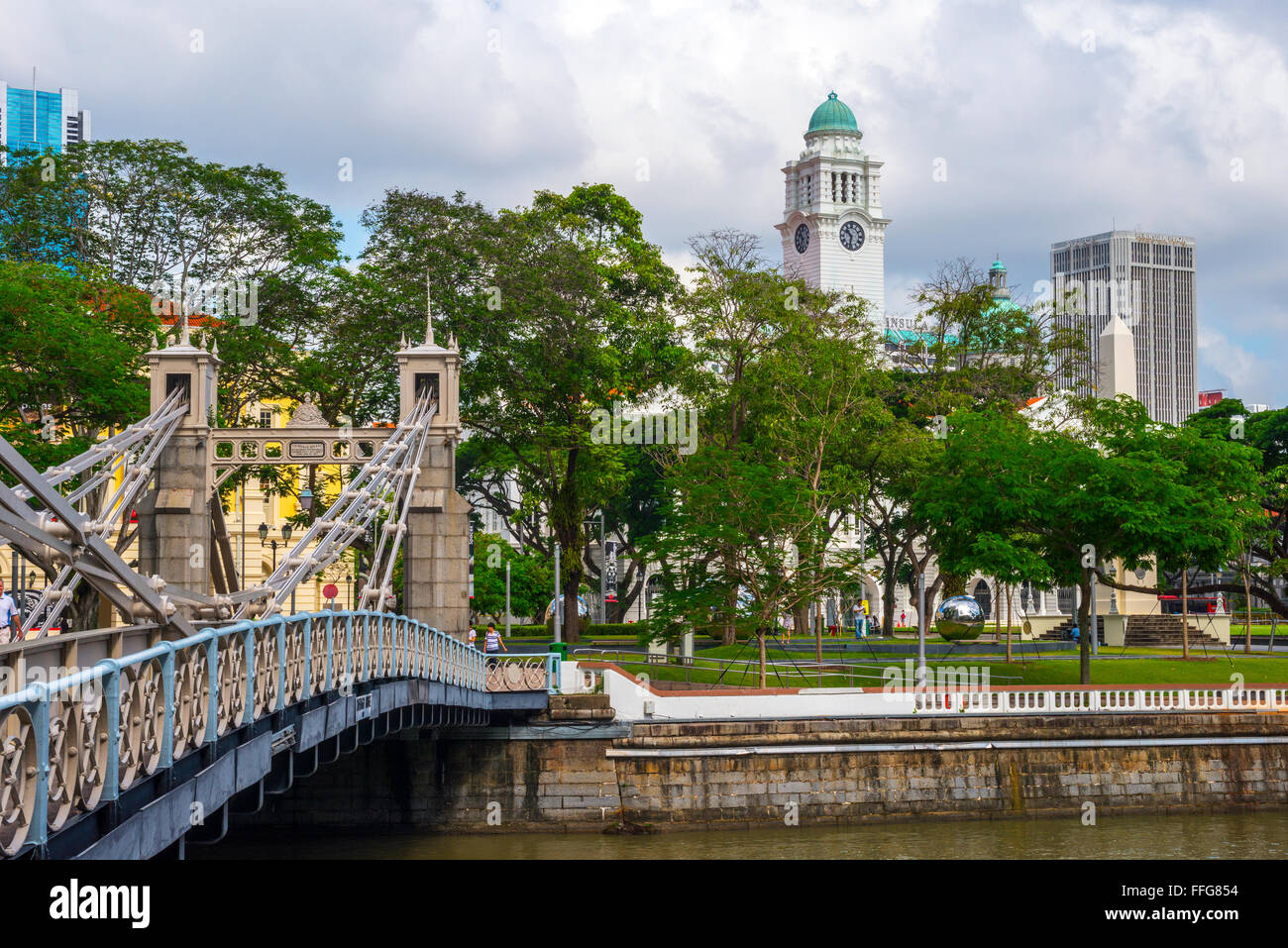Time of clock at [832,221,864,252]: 10:32
